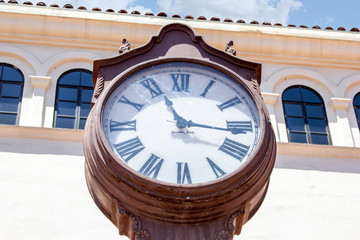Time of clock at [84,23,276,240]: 11:16
